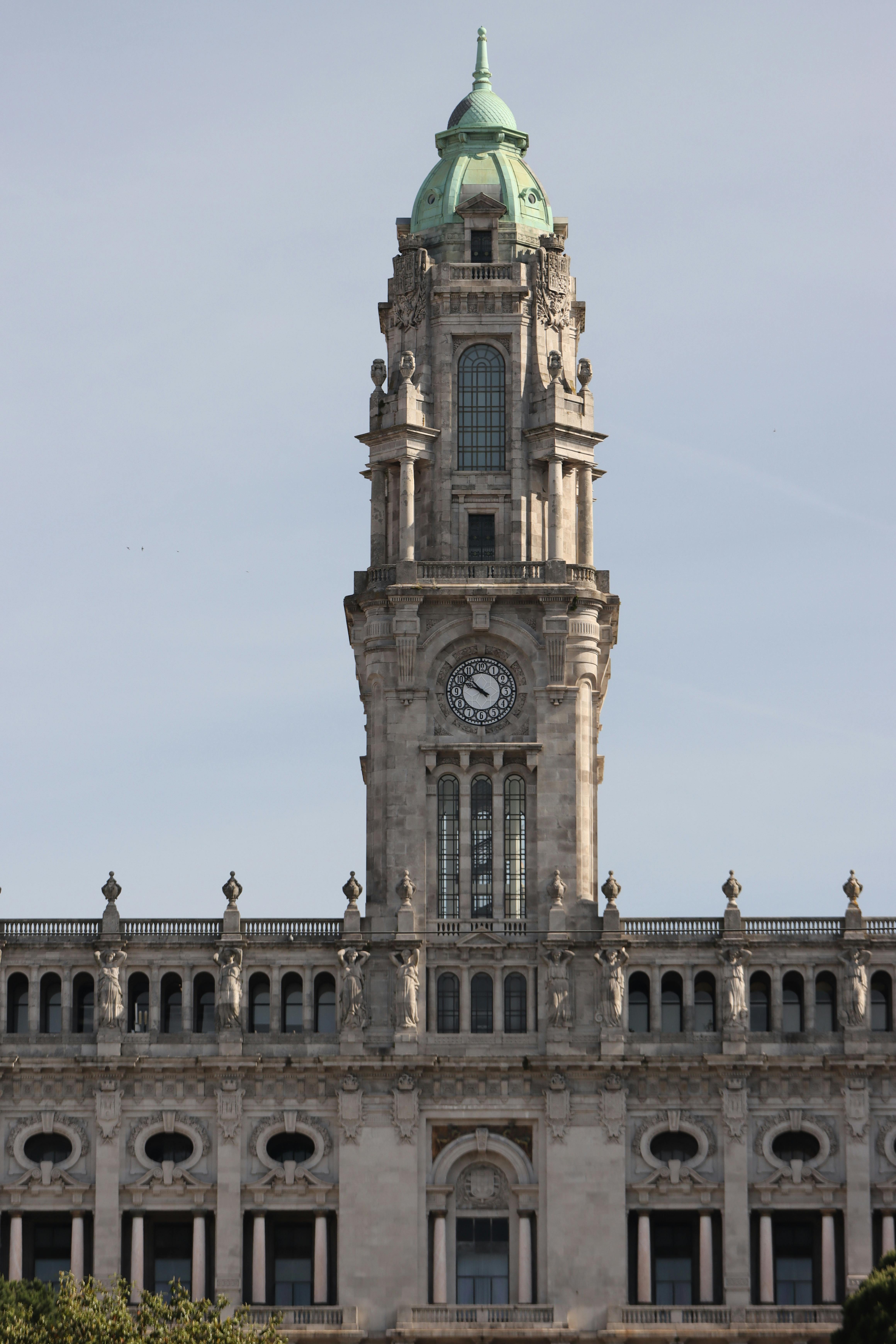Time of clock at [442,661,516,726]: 9:52
